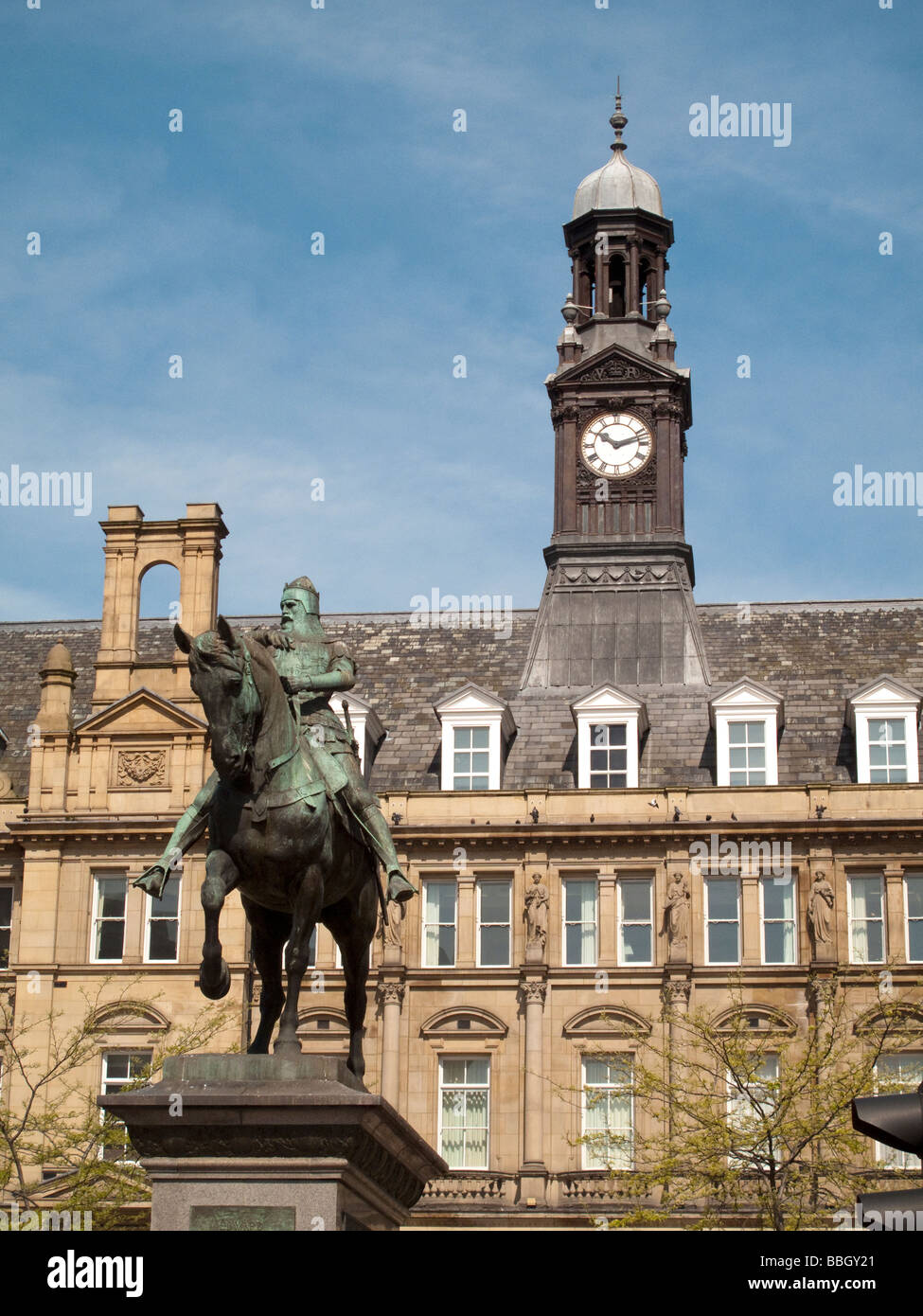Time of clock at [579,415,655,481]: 10:12
